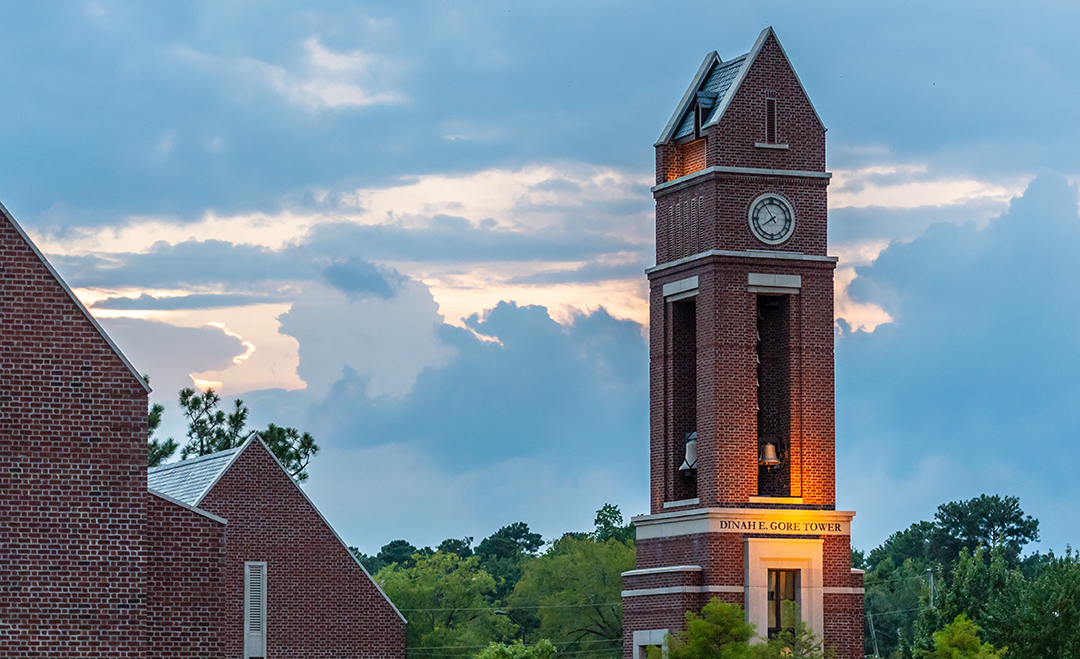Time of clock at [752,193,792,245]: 7:54
